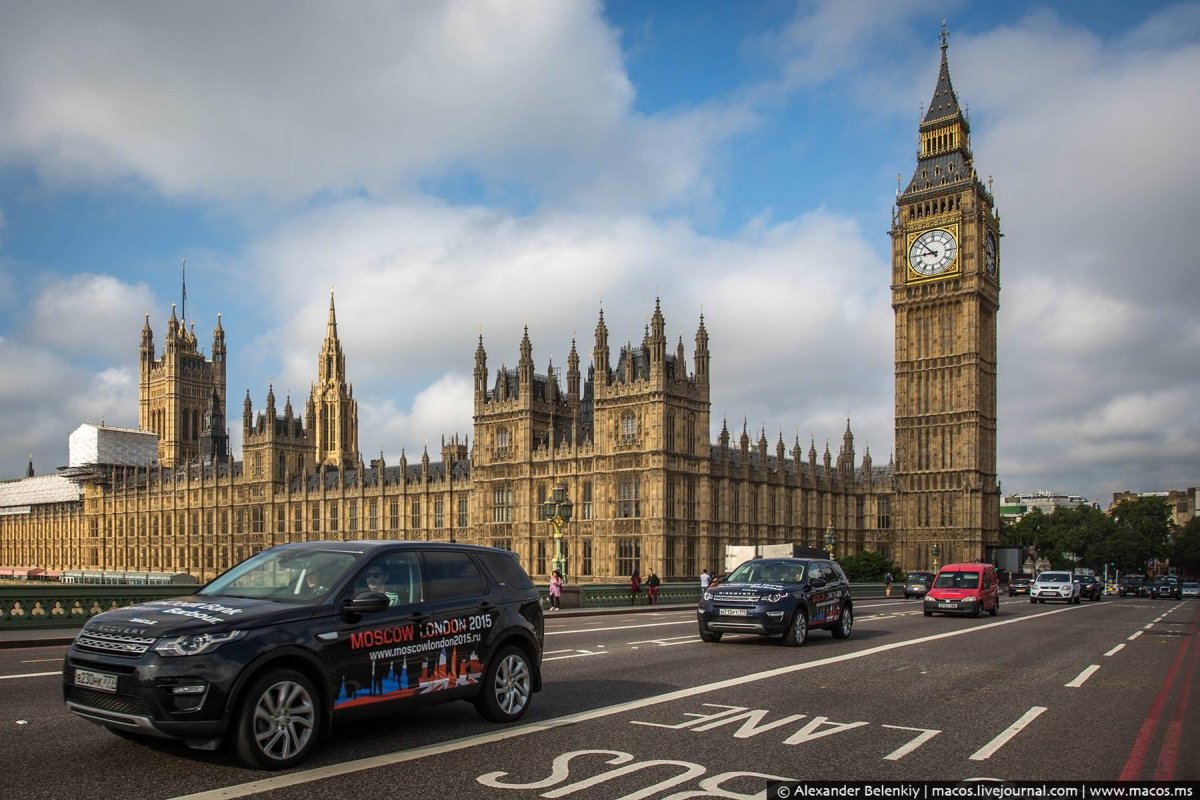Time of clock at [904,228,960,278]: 8:52
